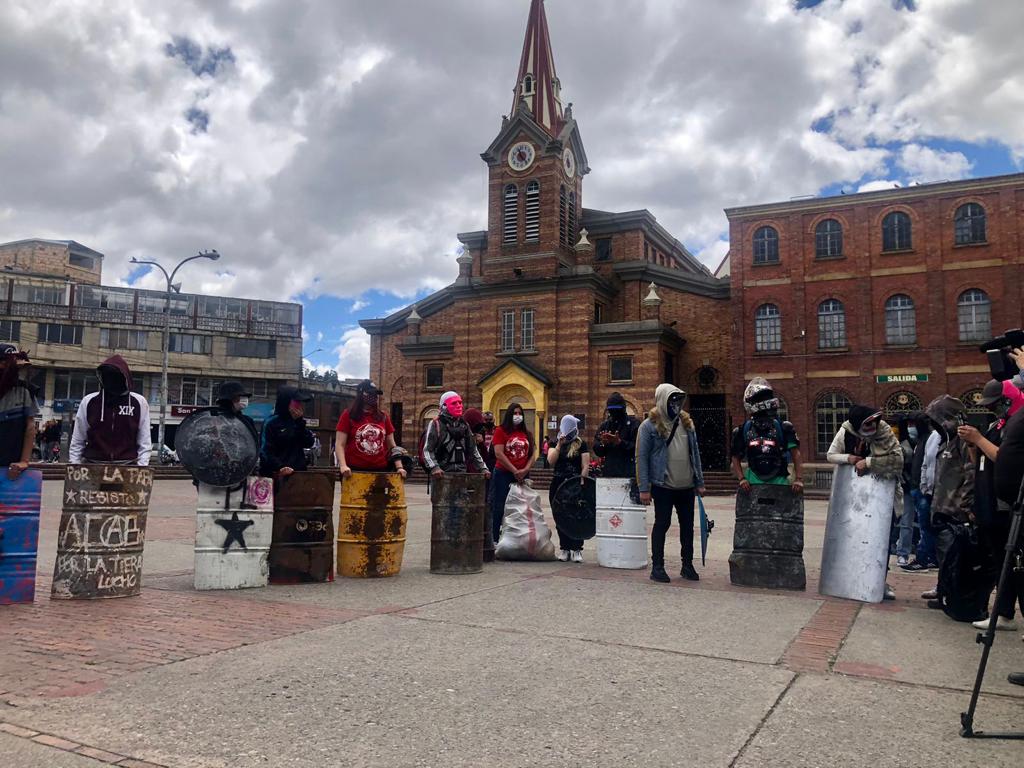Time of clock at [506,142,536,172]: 11:23
